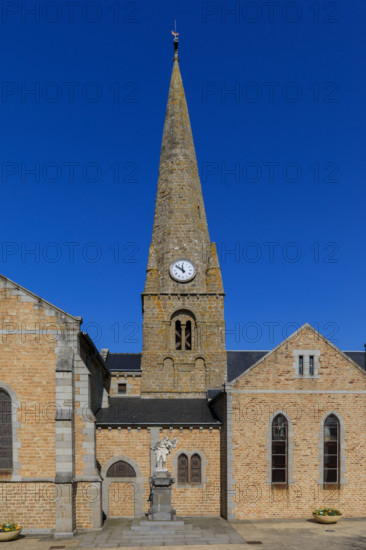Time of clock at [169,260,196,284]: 11:51
